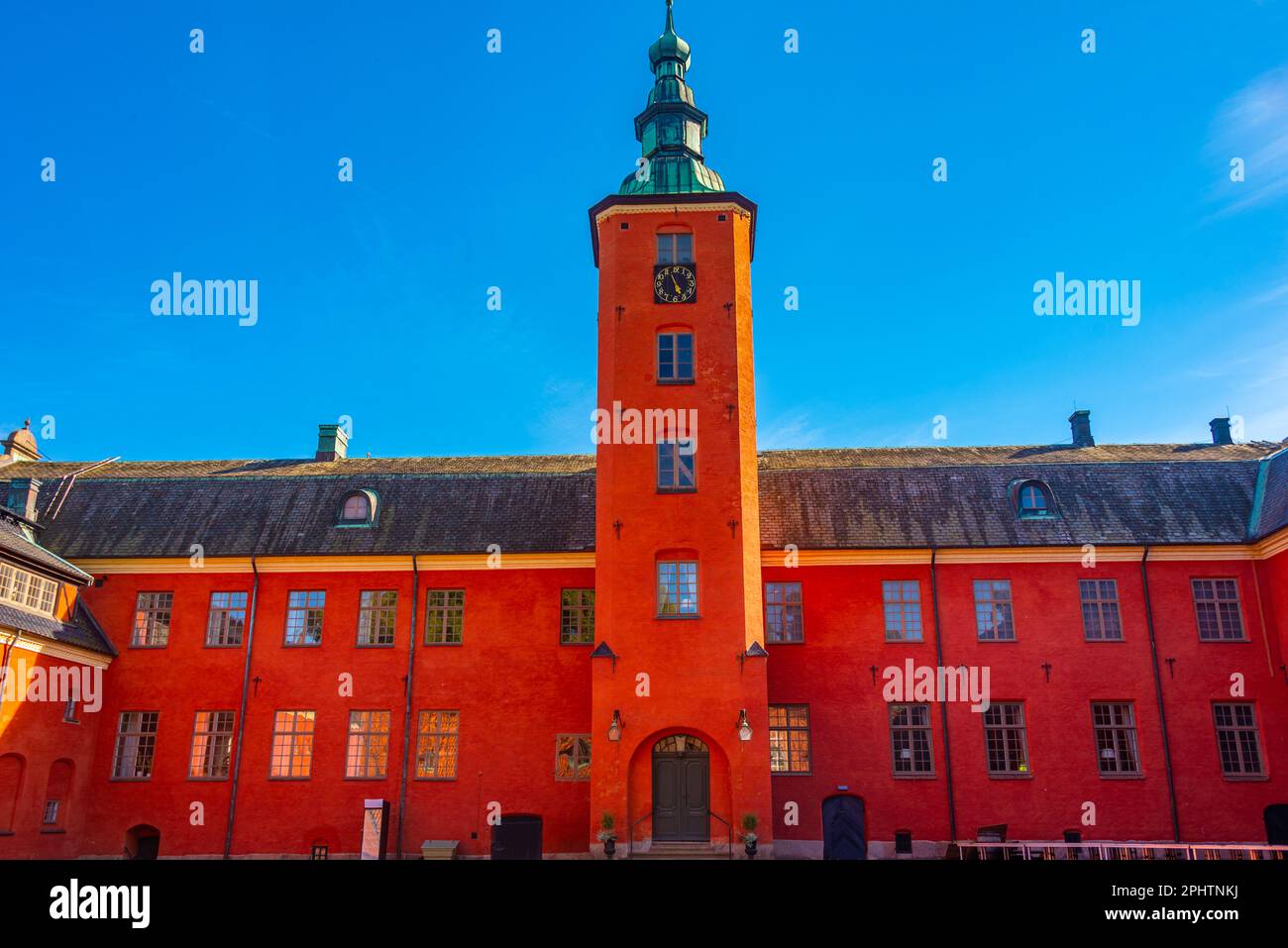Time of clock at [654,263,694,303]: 4:56
